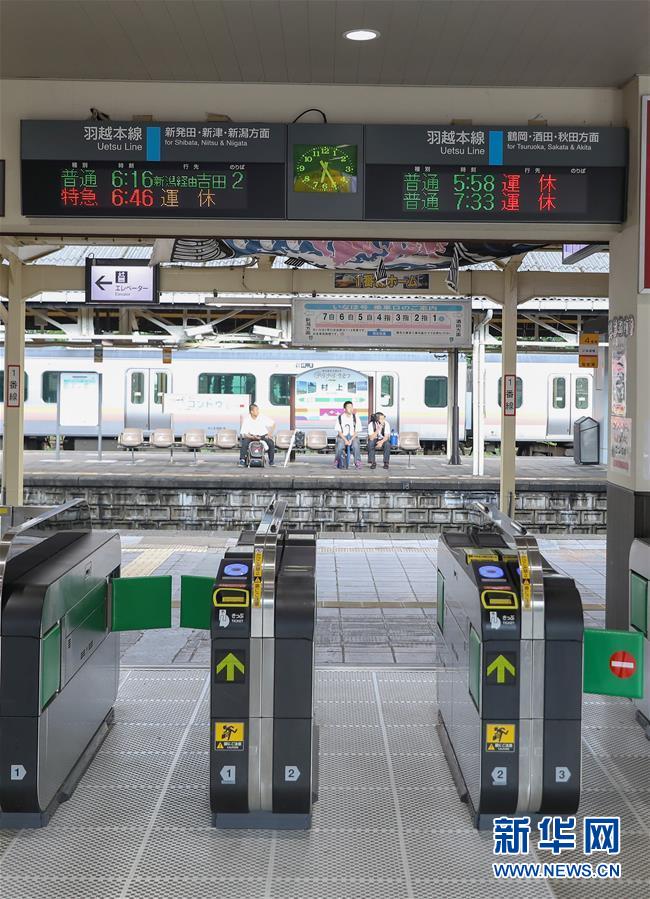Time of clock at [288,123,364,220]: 6:25
